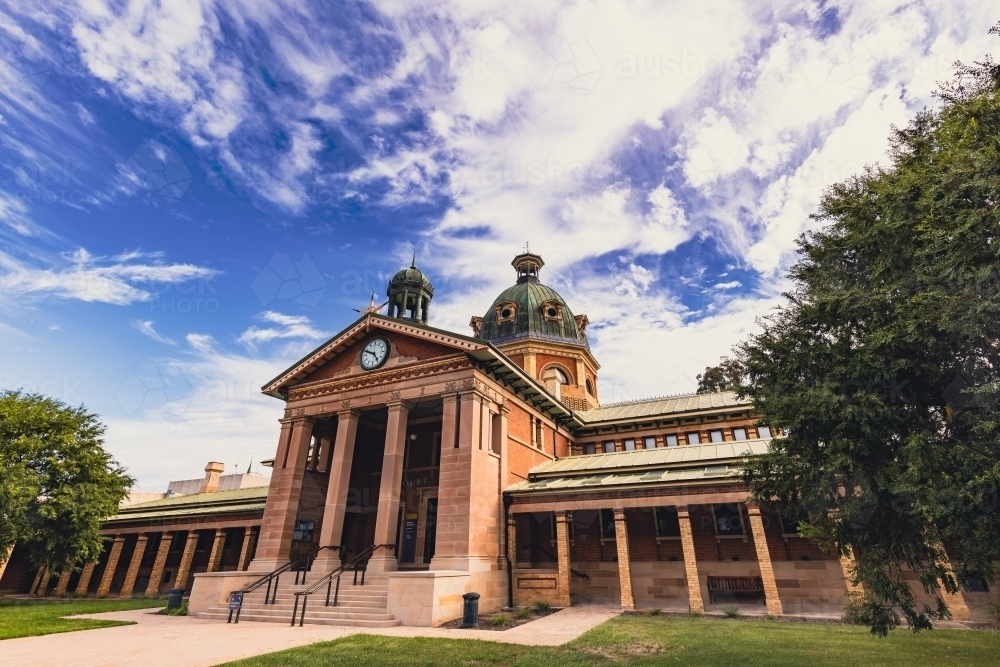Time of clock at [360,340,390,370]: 4:48
